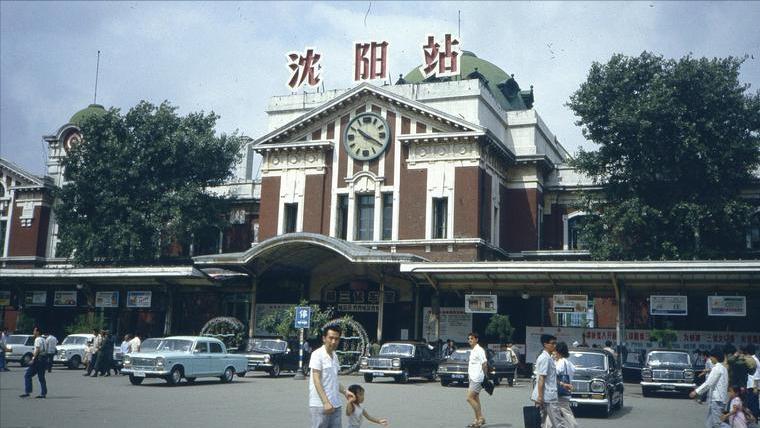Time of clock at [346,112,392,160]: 10:19
